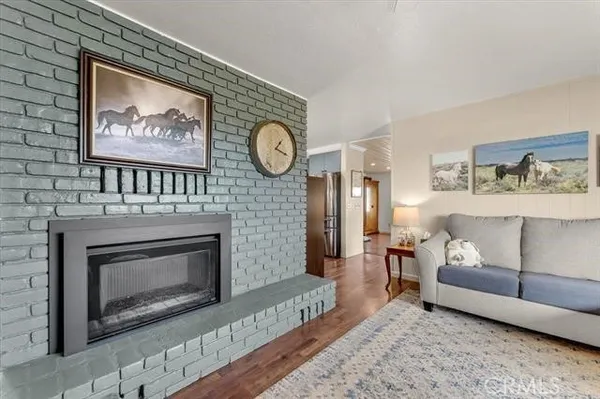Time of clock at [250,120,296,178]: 1:18
